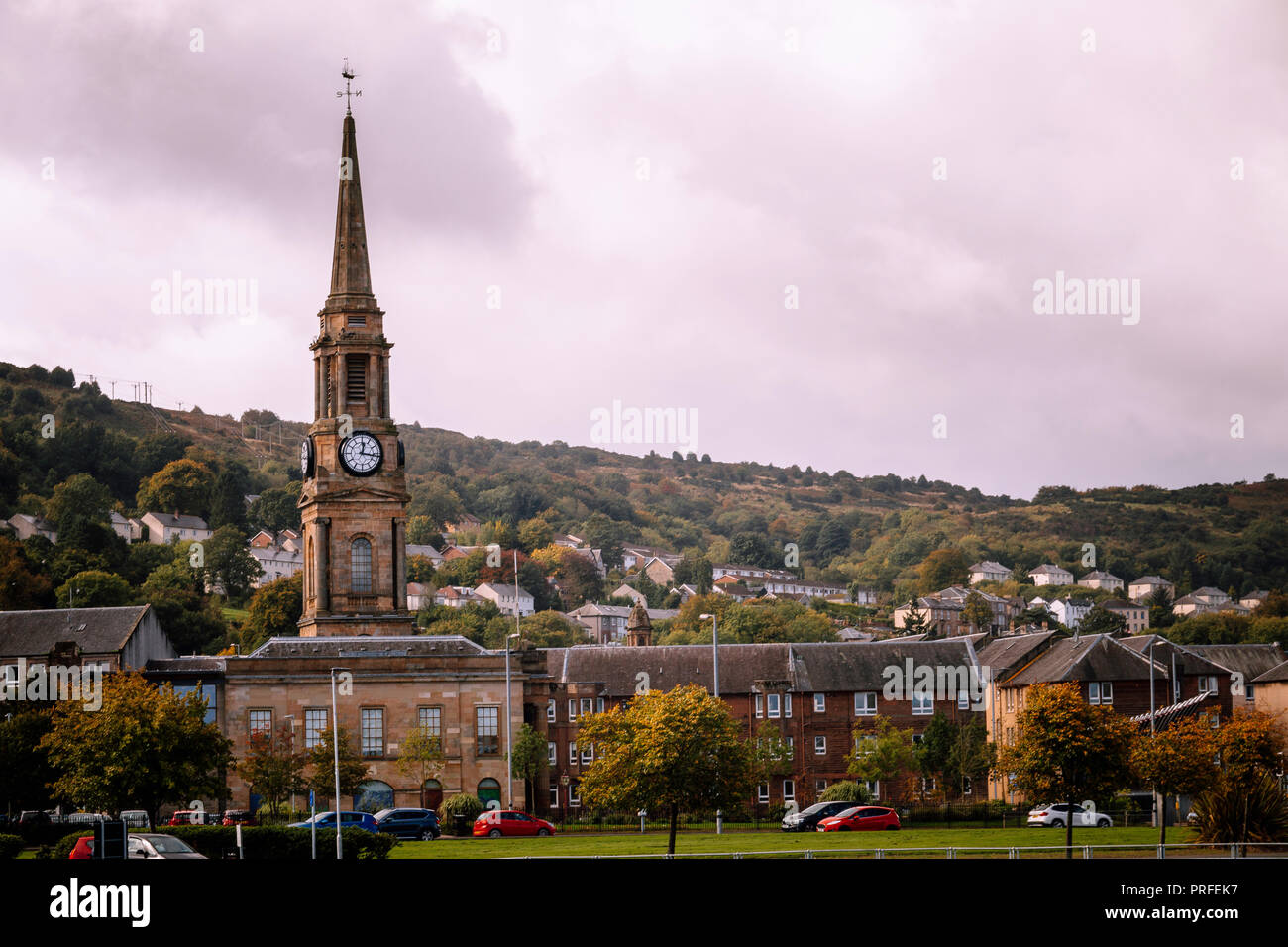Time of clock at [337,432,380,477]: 12:16
